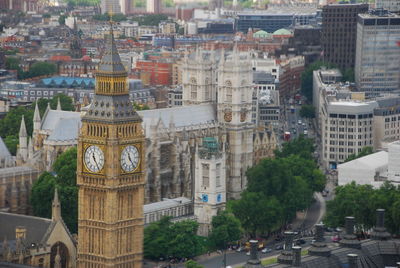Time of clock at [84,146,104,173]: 11:24
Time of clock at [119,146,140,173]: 11:23
